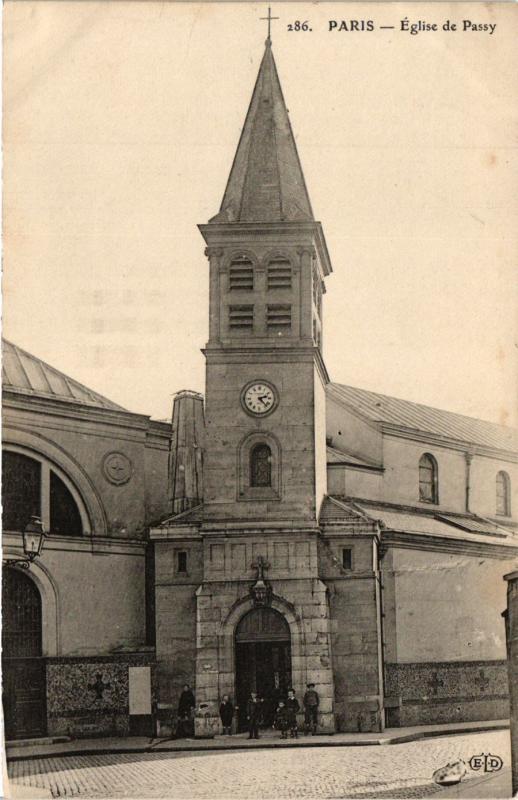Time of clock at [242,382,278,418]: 2:22
